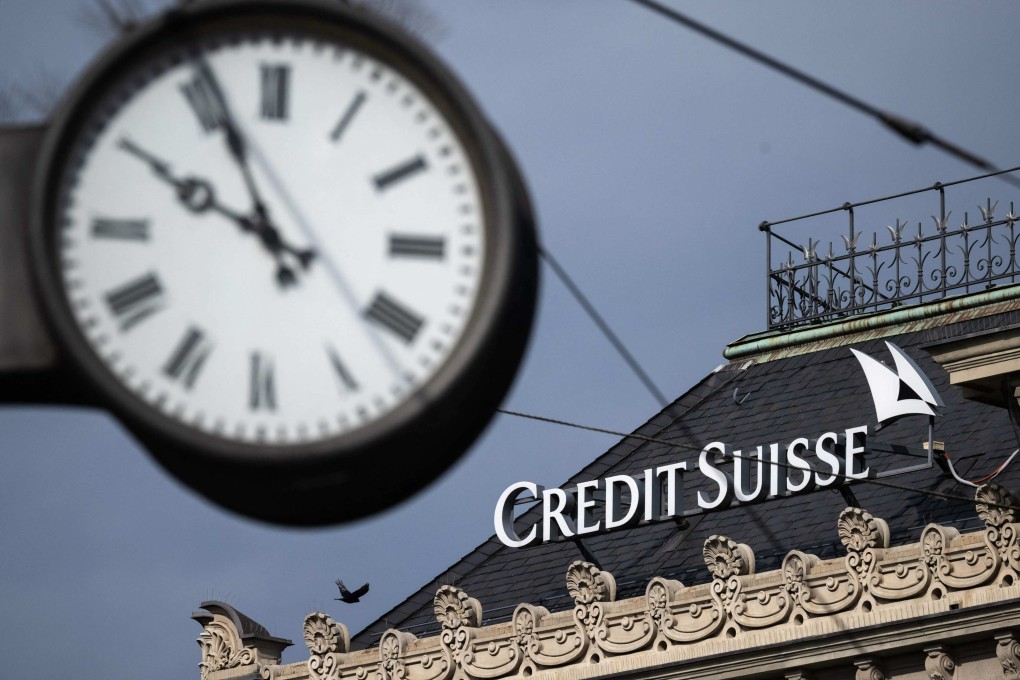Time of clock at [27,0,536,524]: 9:55
